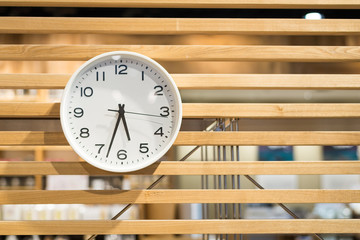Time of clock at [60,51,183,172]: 5:33
